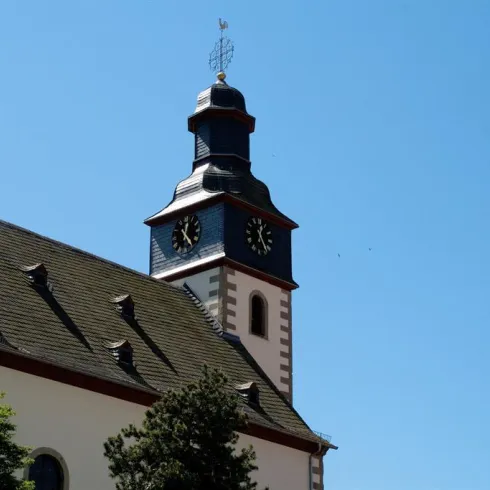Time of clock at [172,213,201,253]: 12:24
